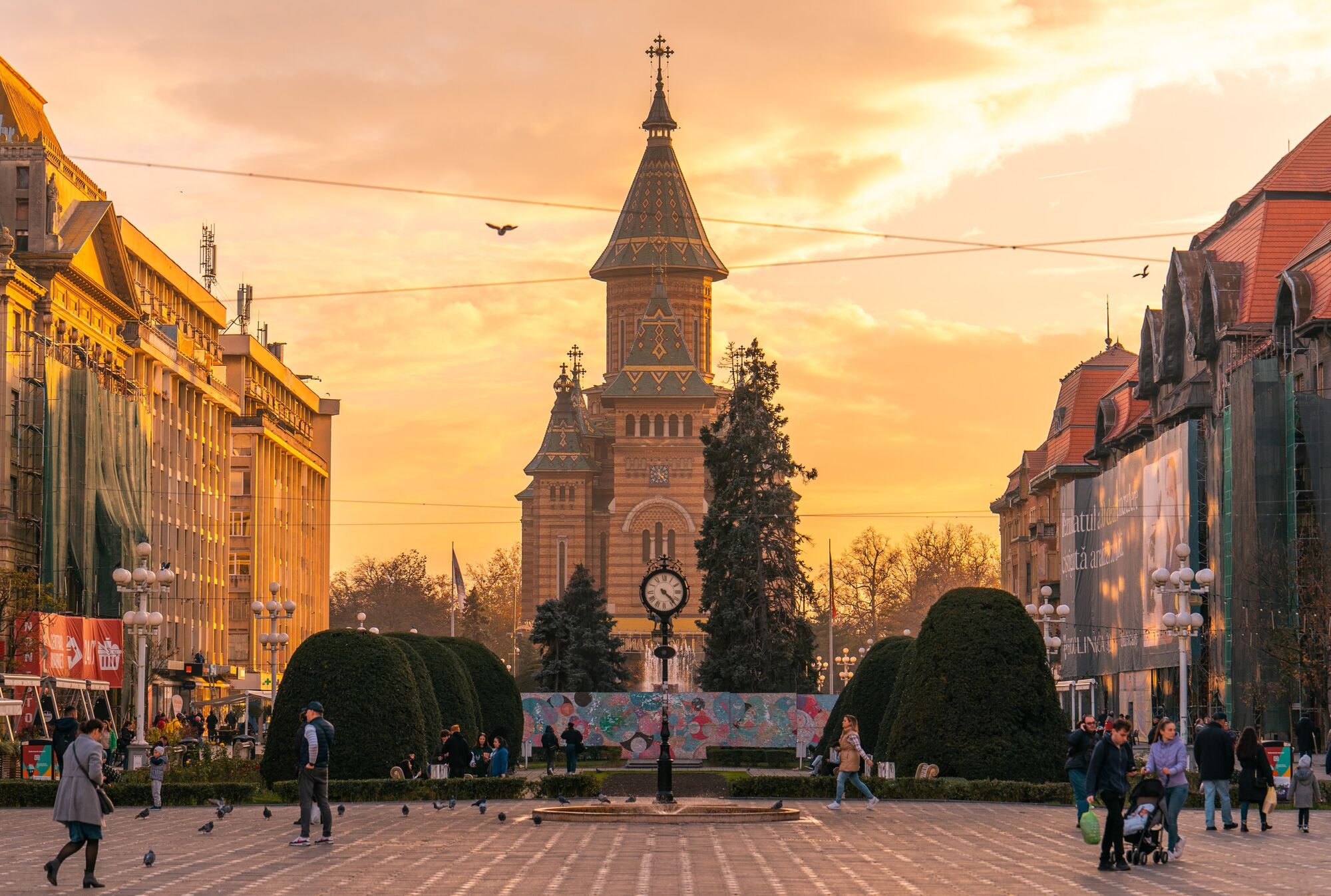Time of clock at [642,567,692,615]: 4:22
